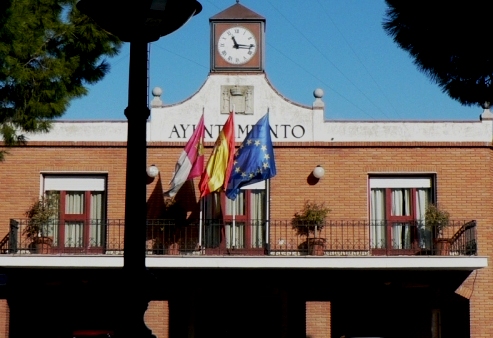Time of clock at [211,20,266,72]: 11:14
